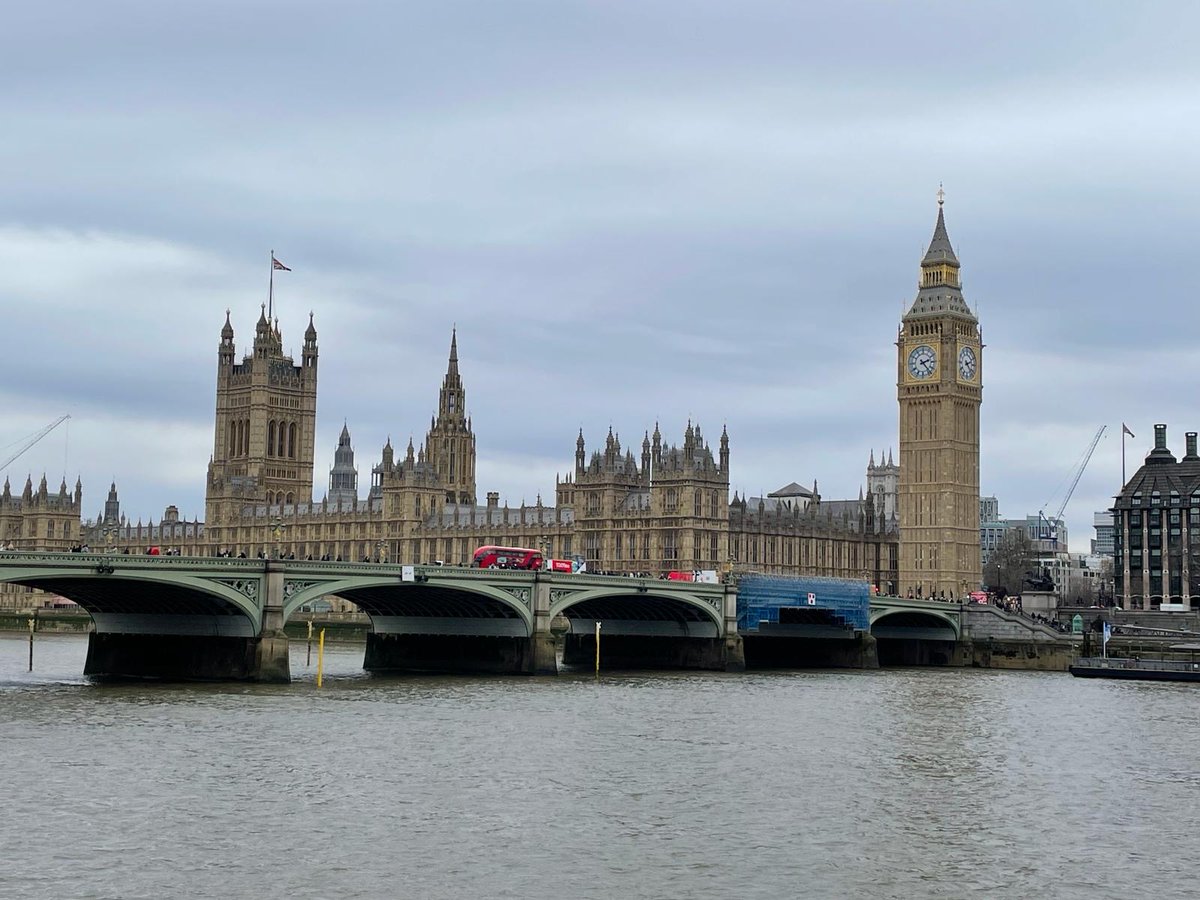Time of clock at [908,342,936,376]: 2:23
